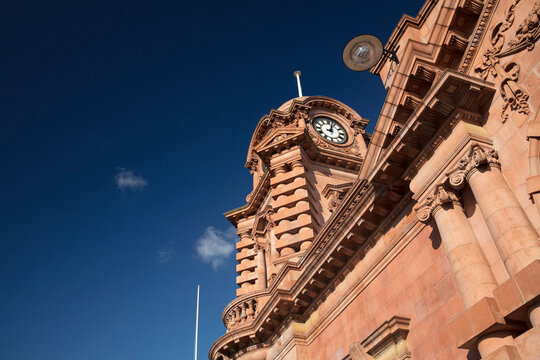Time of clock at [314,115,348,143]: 12:02
